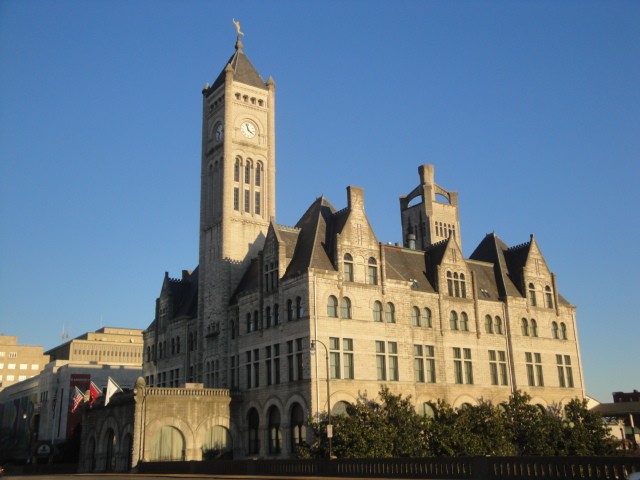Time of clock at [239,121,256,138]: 11:21
